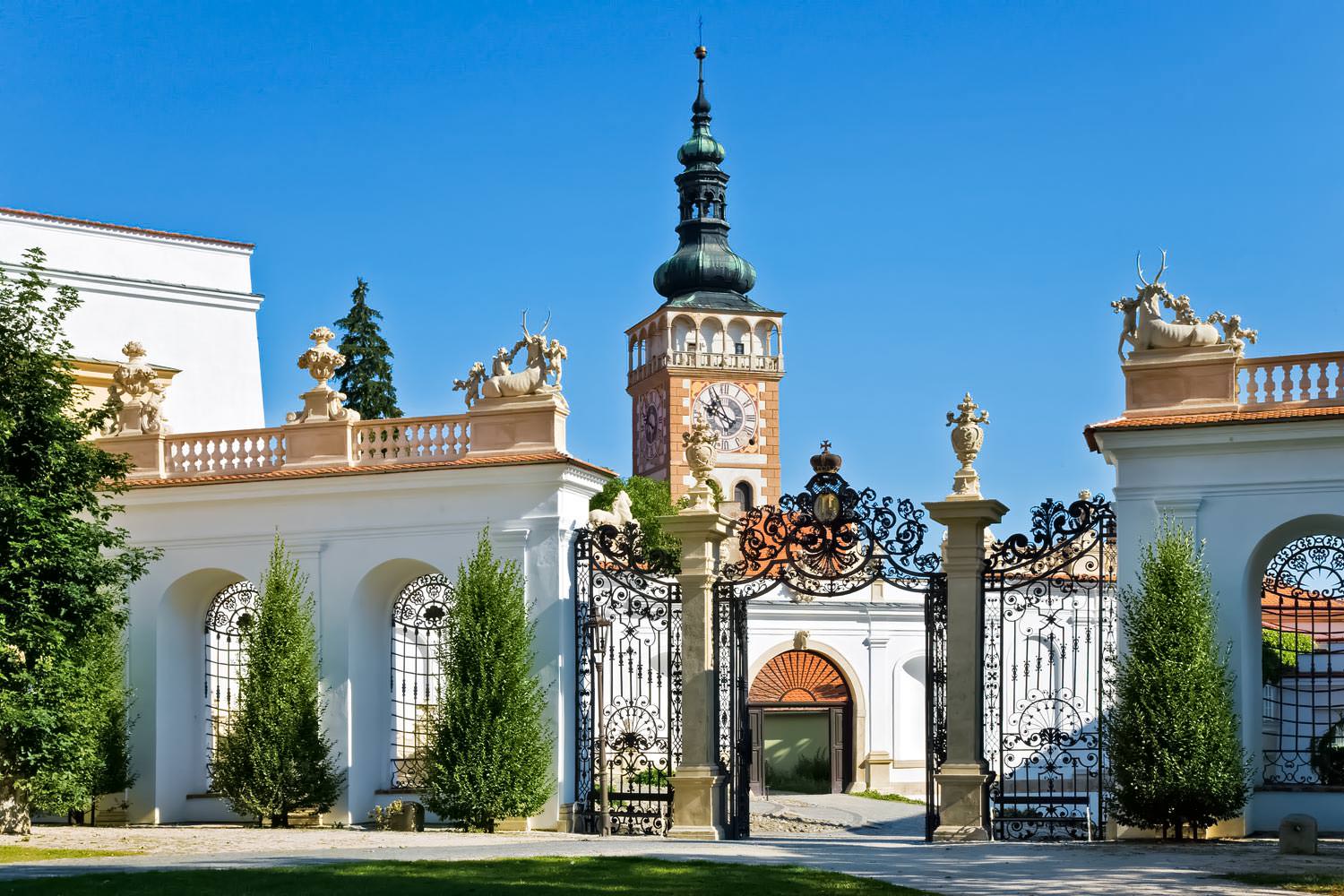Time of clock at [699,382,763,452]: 9:55
